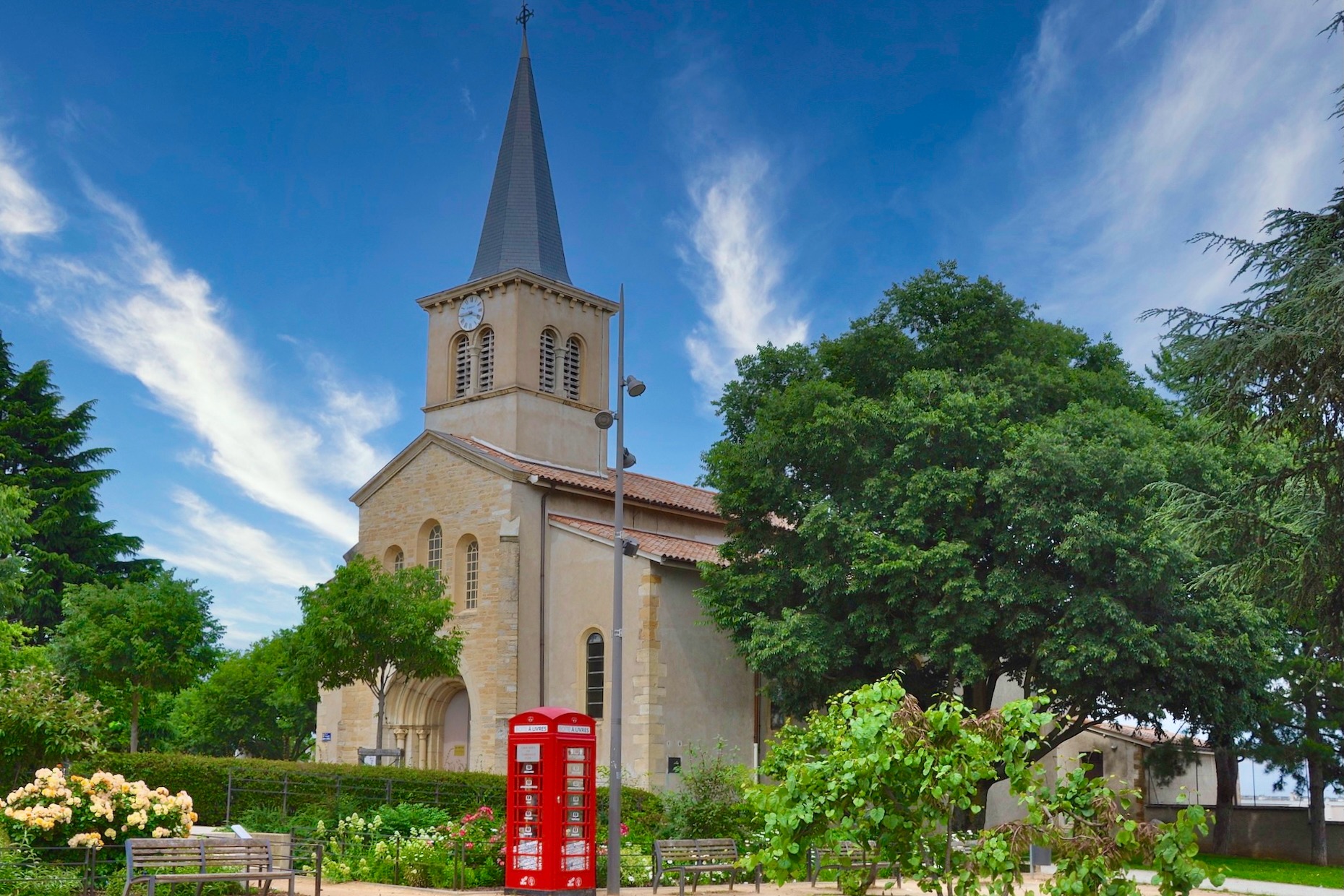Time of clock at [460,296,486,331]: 3:43
